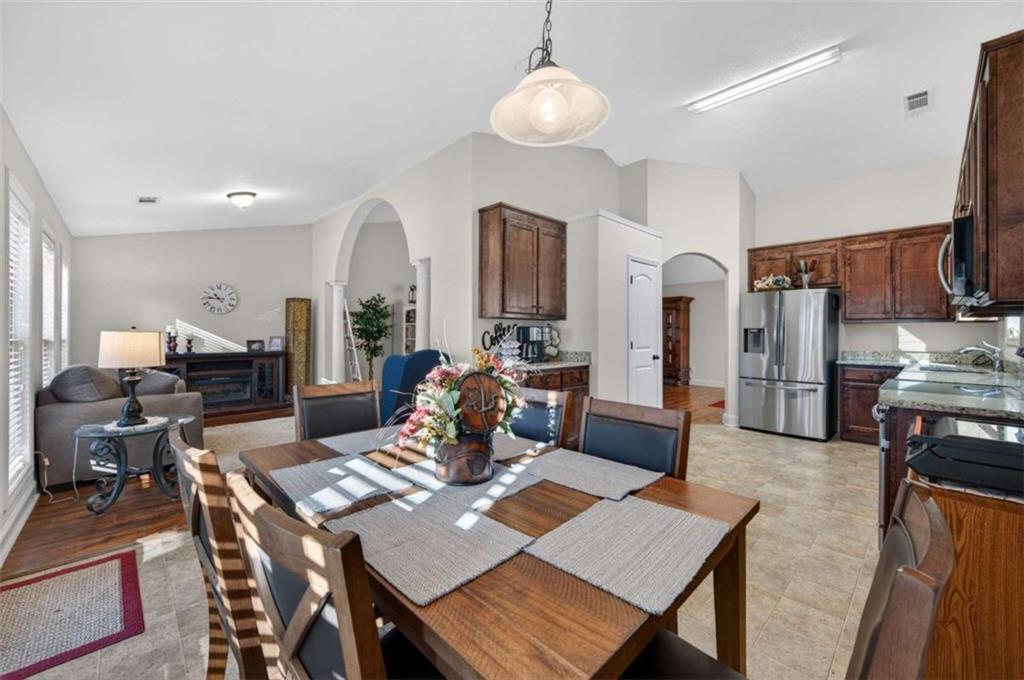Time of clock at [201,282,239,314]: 10:45
